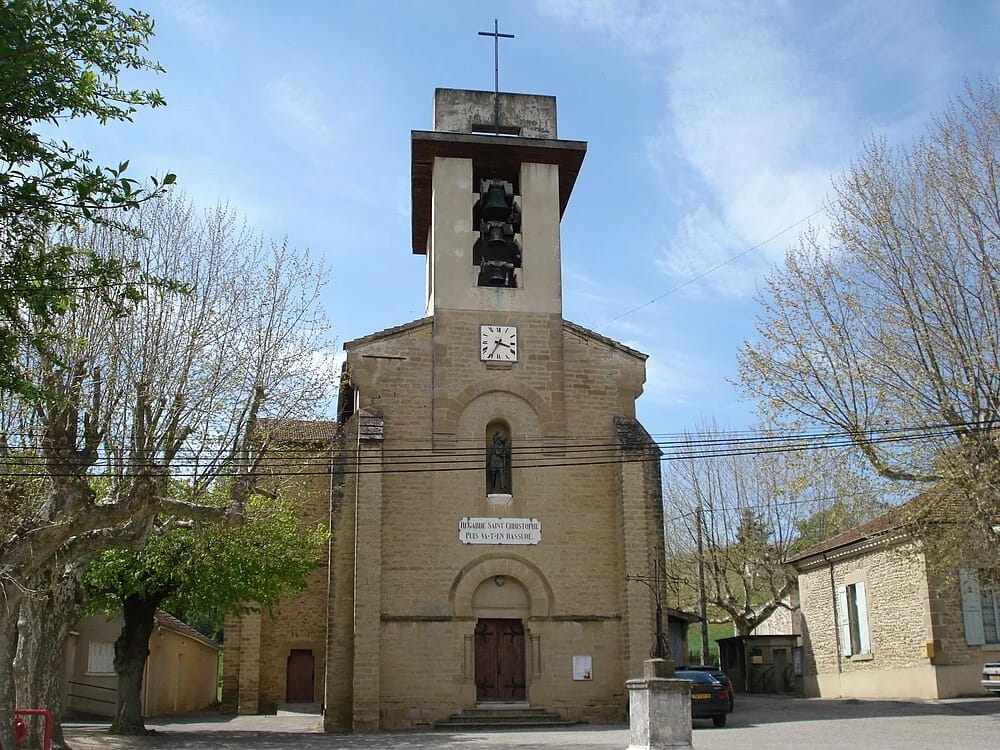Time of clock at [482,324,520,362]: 3:34
